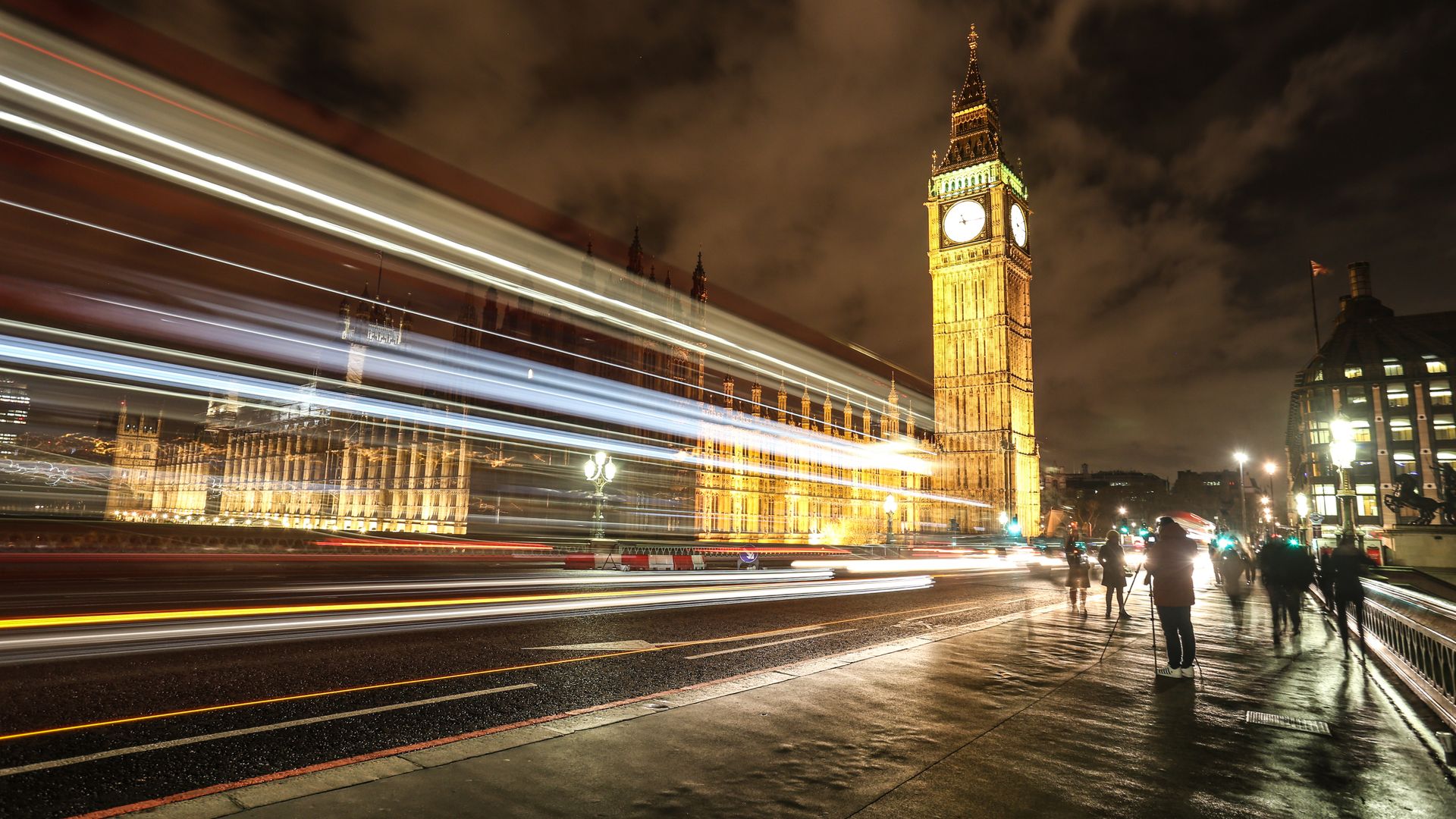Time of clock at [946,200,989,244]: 11:15
